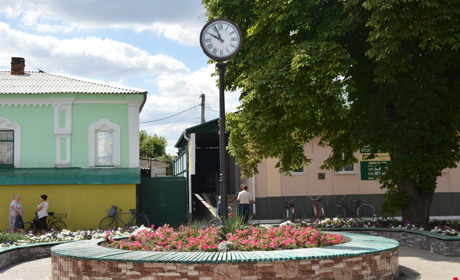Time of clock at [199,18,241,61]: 9:56
